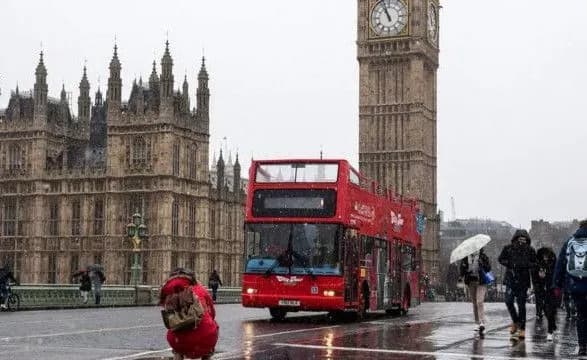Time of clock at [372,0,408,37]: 10:56
